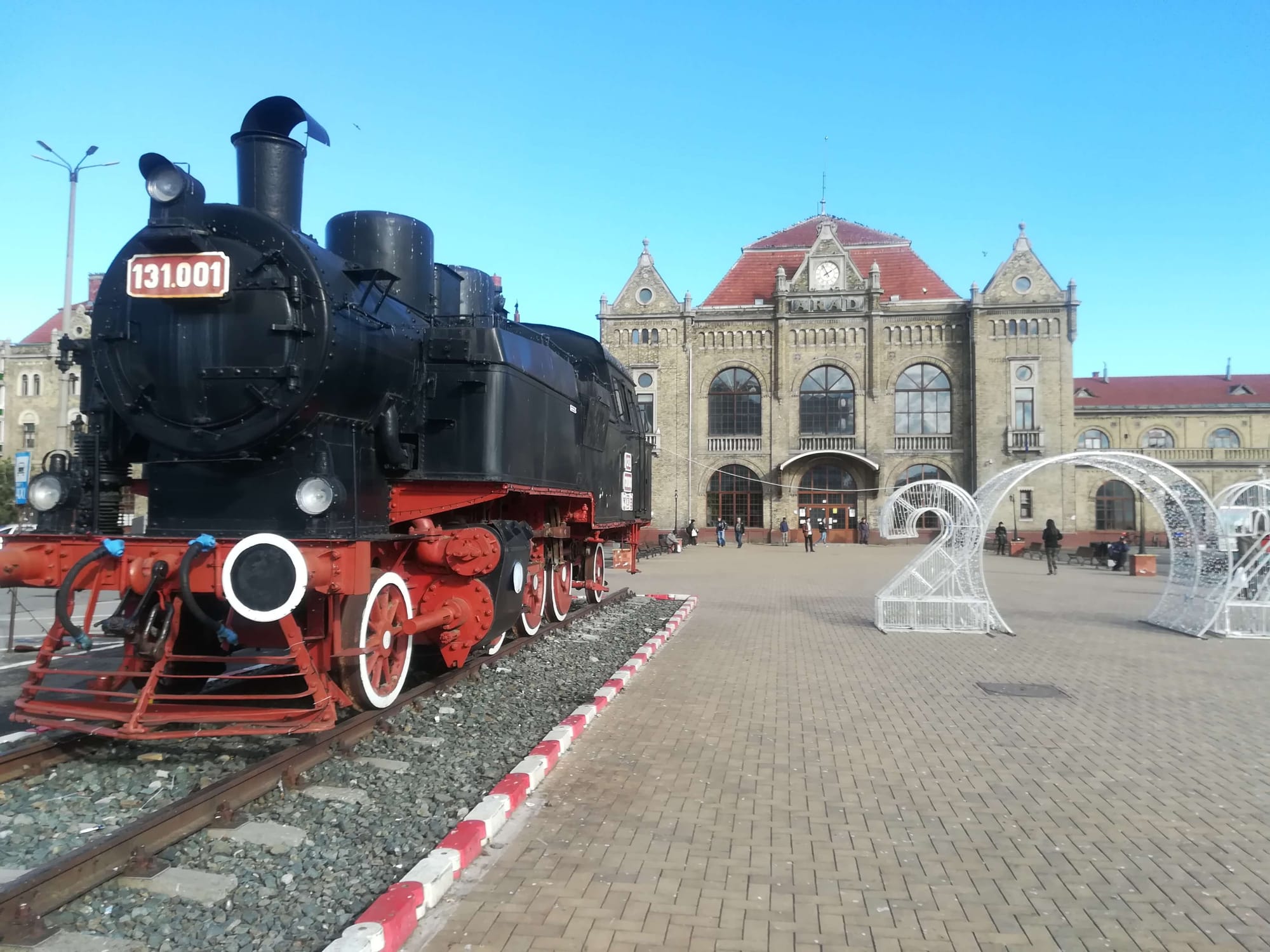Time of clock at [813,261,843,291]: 1:56
